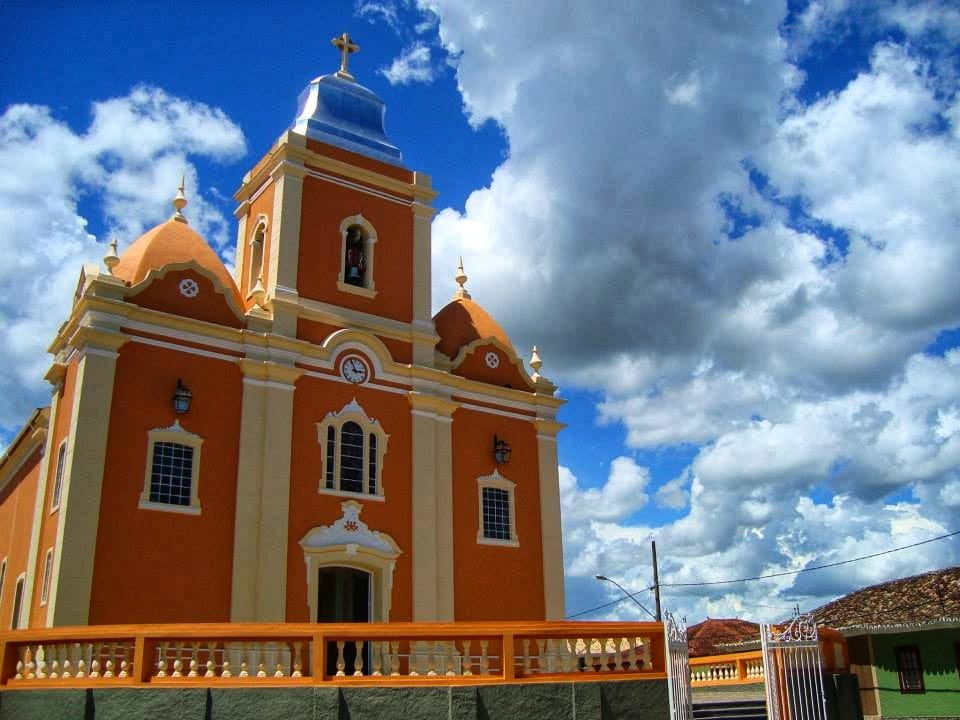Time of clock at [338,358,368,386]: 2:56
